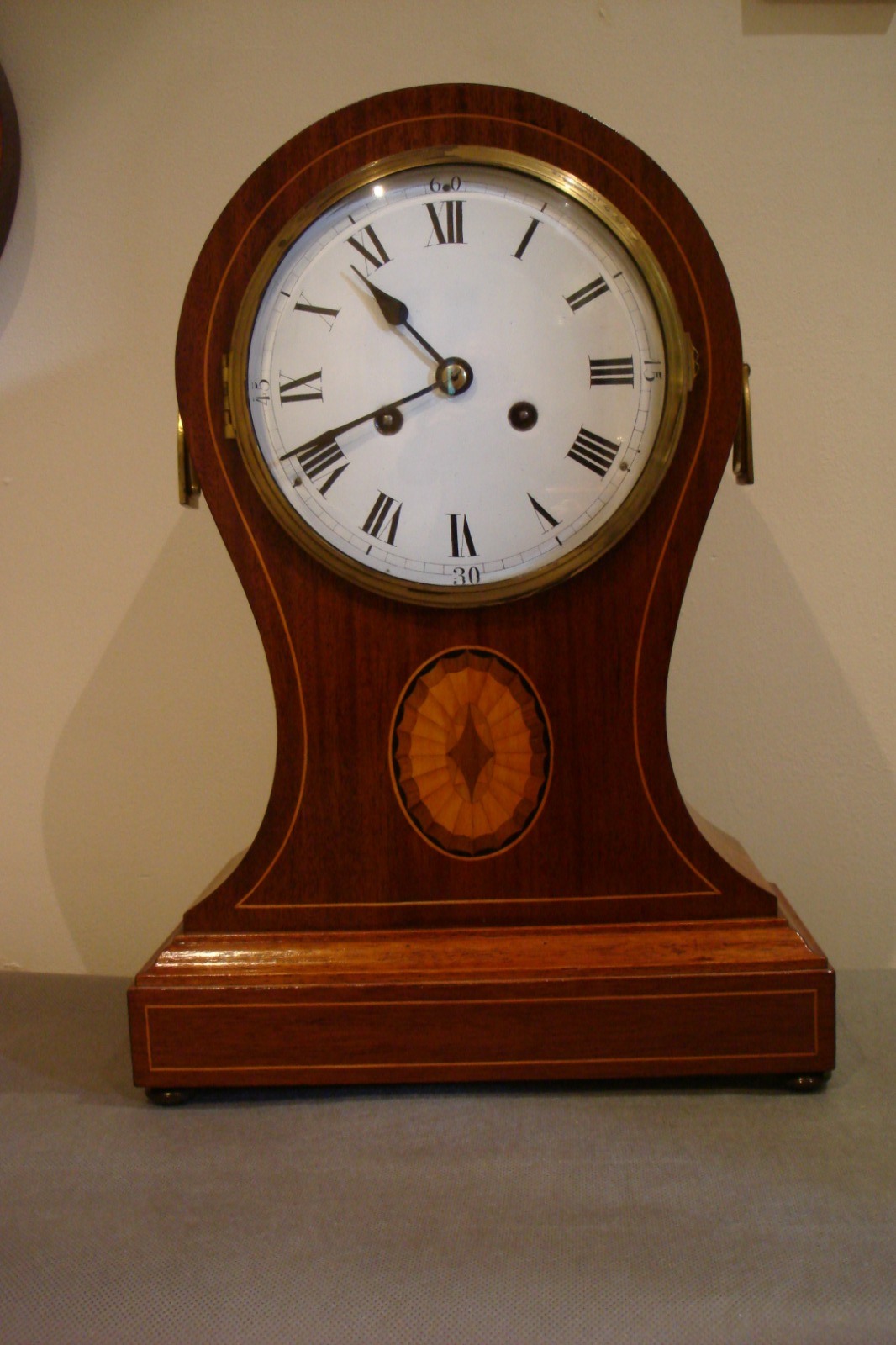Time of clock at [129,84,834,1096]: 10:41
